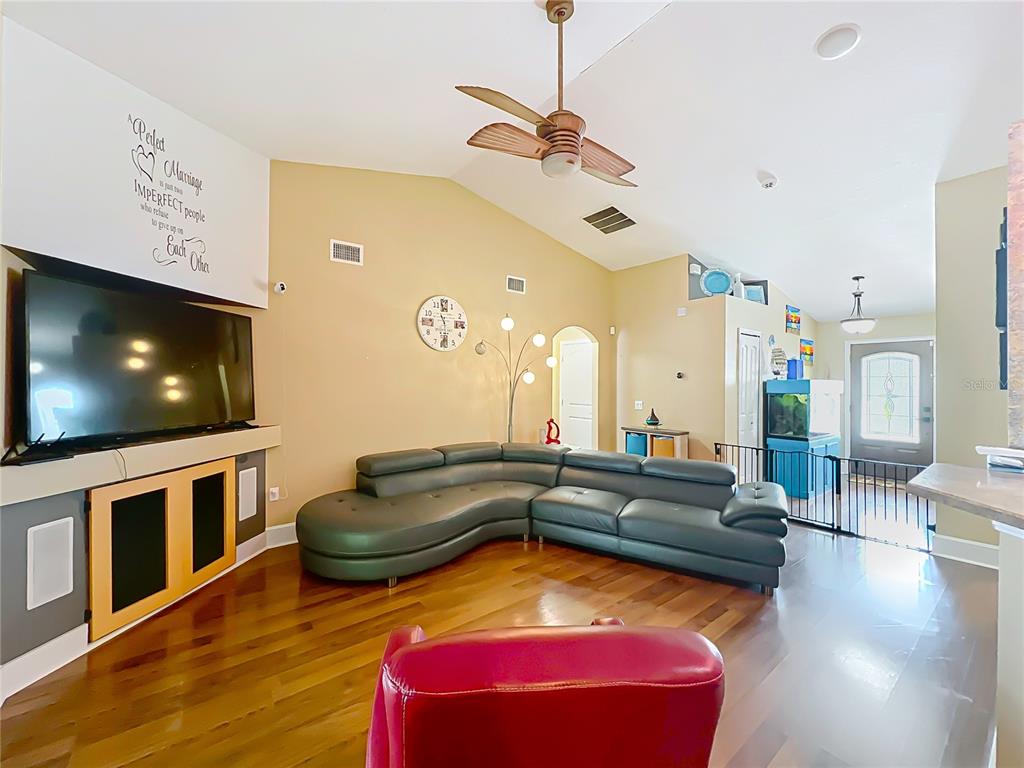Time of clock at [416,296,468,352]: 11:29
